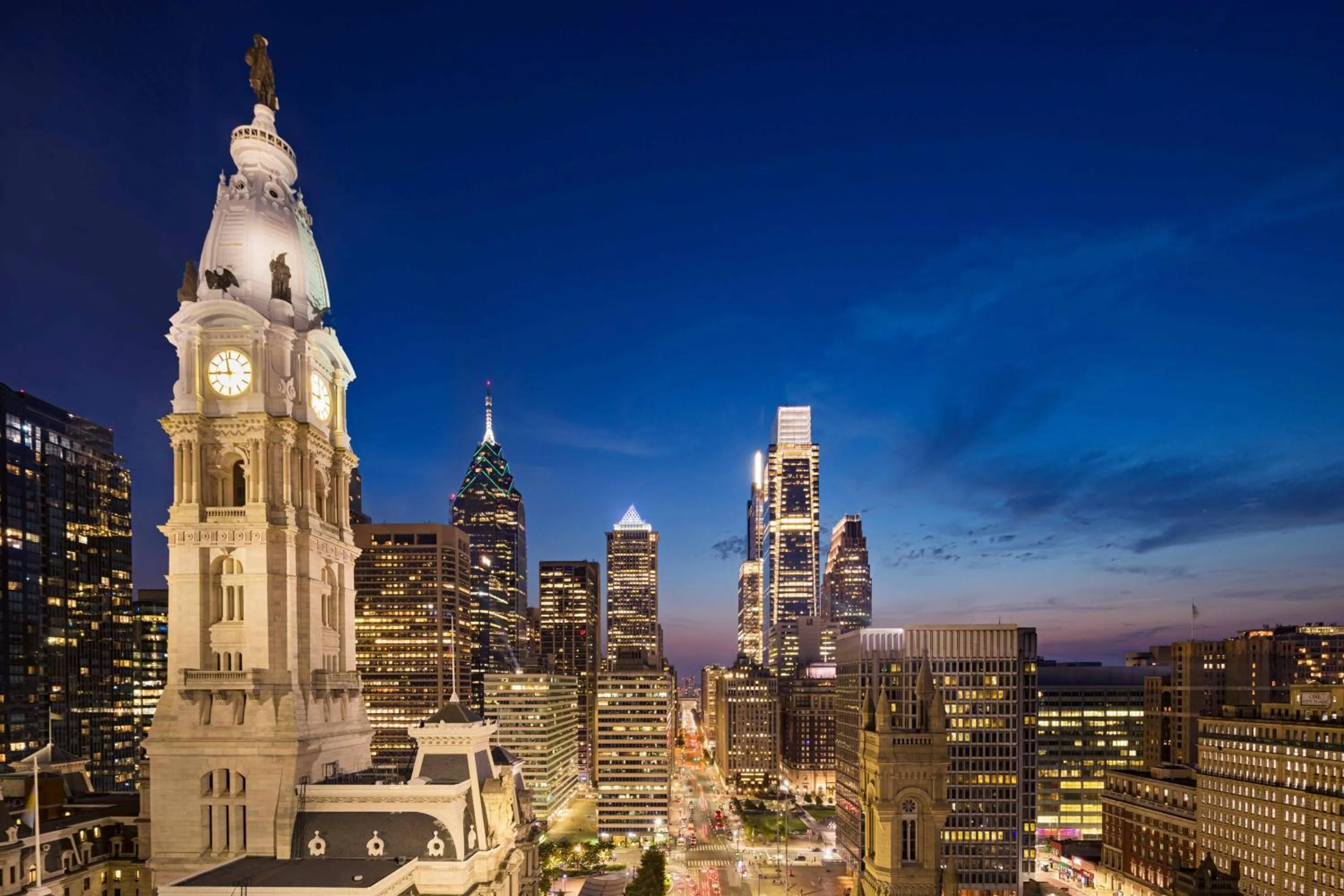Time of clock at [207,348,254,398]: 8:58
